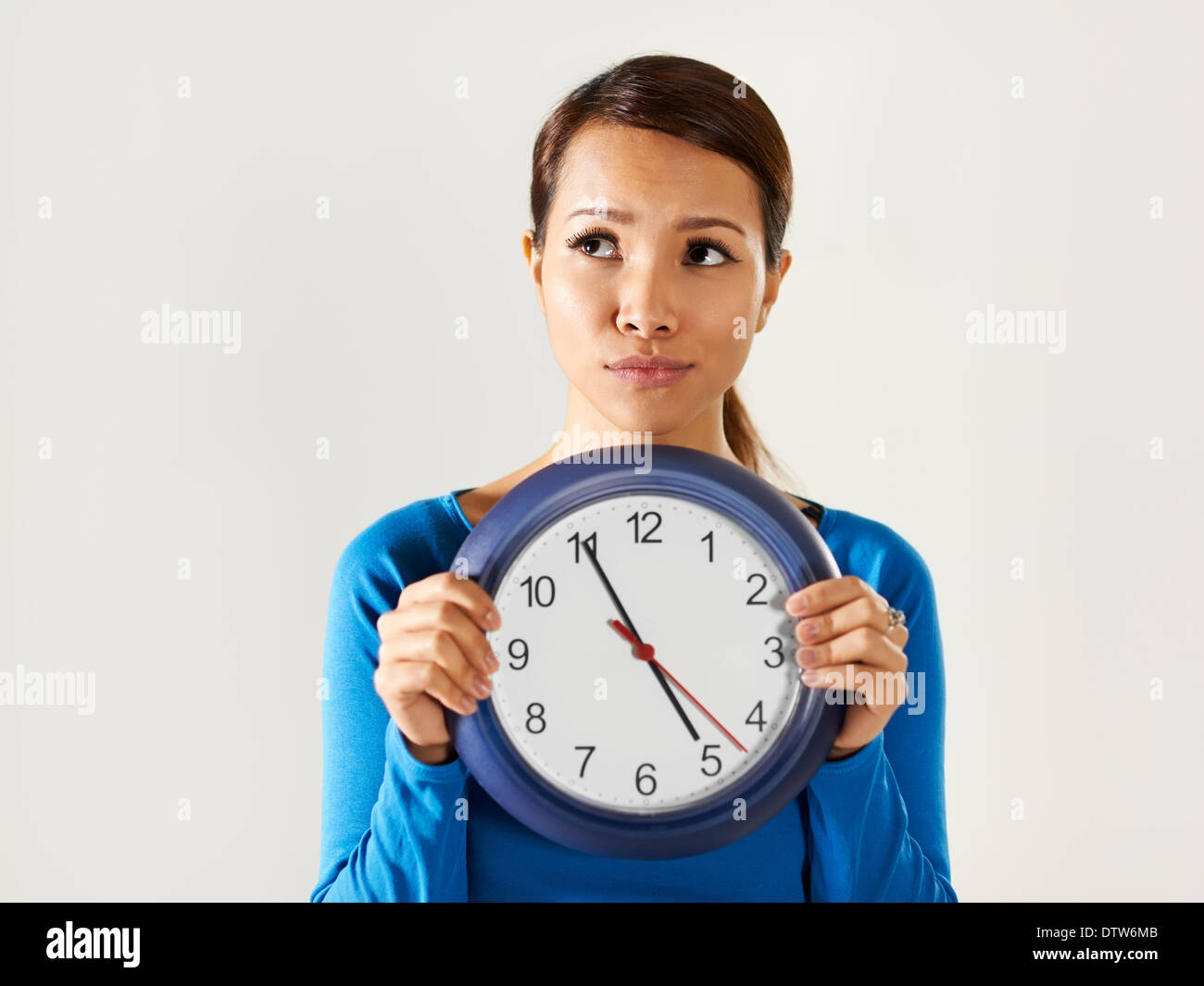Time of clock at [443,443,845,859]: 4:55
